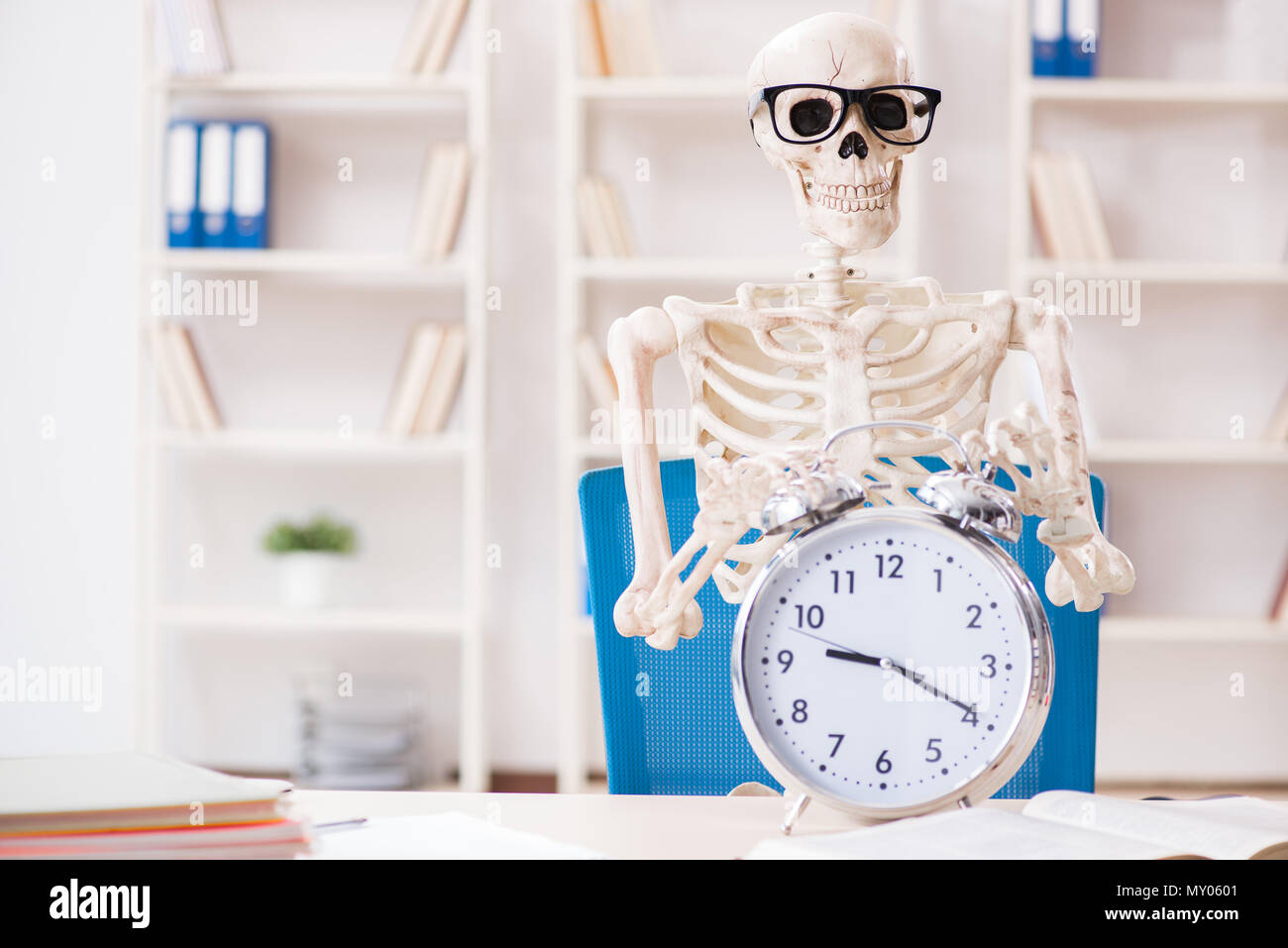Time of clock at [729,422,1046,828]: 9:19
